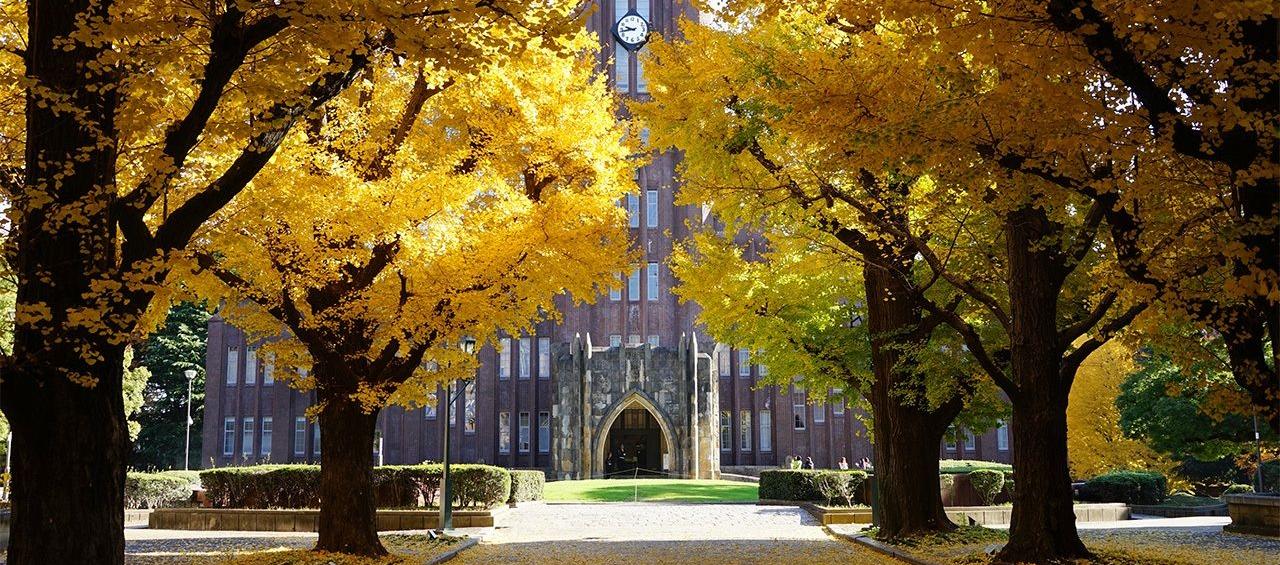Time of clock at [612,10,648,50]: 9:43
